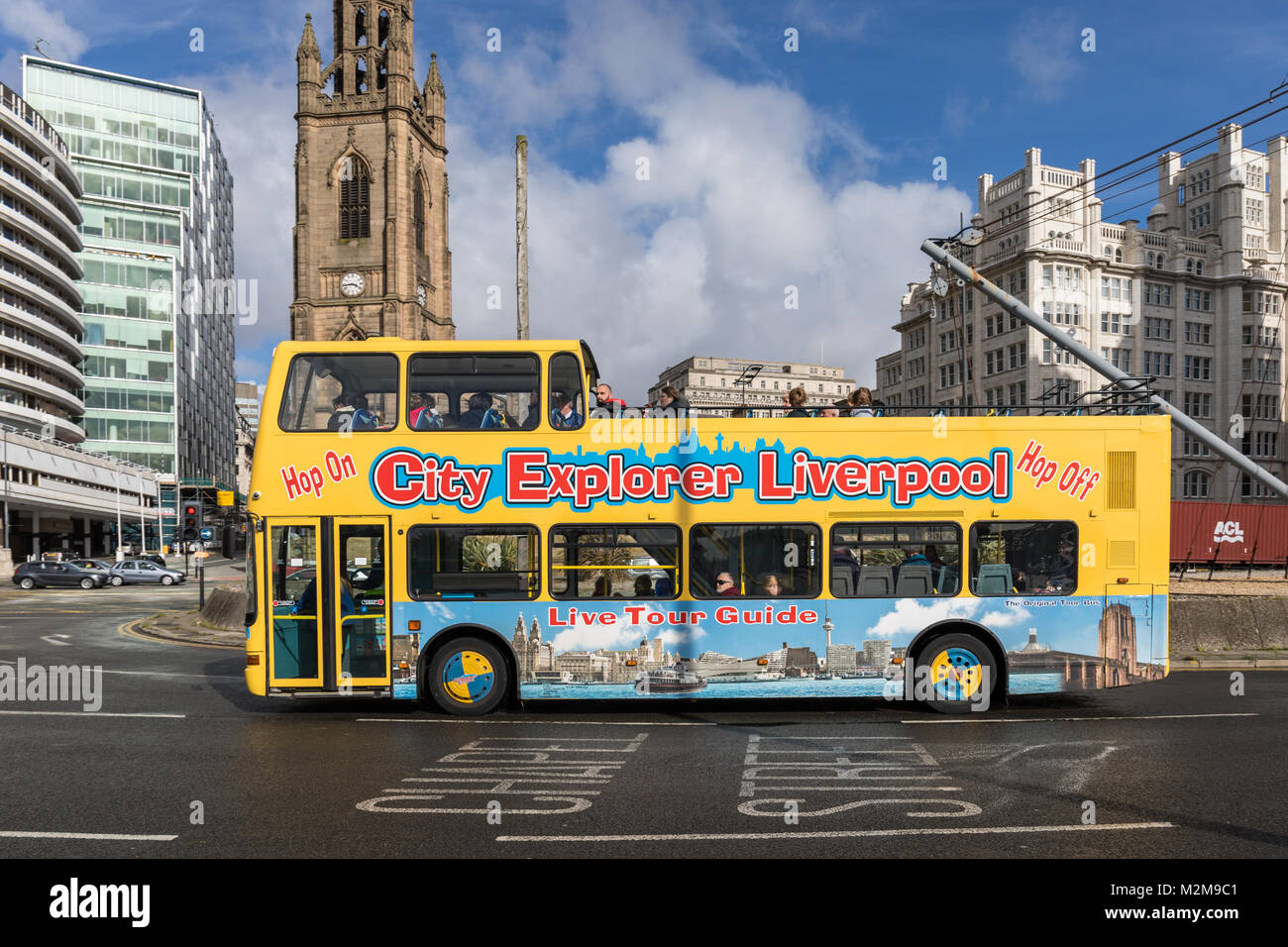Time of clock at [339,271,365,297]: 3:43
